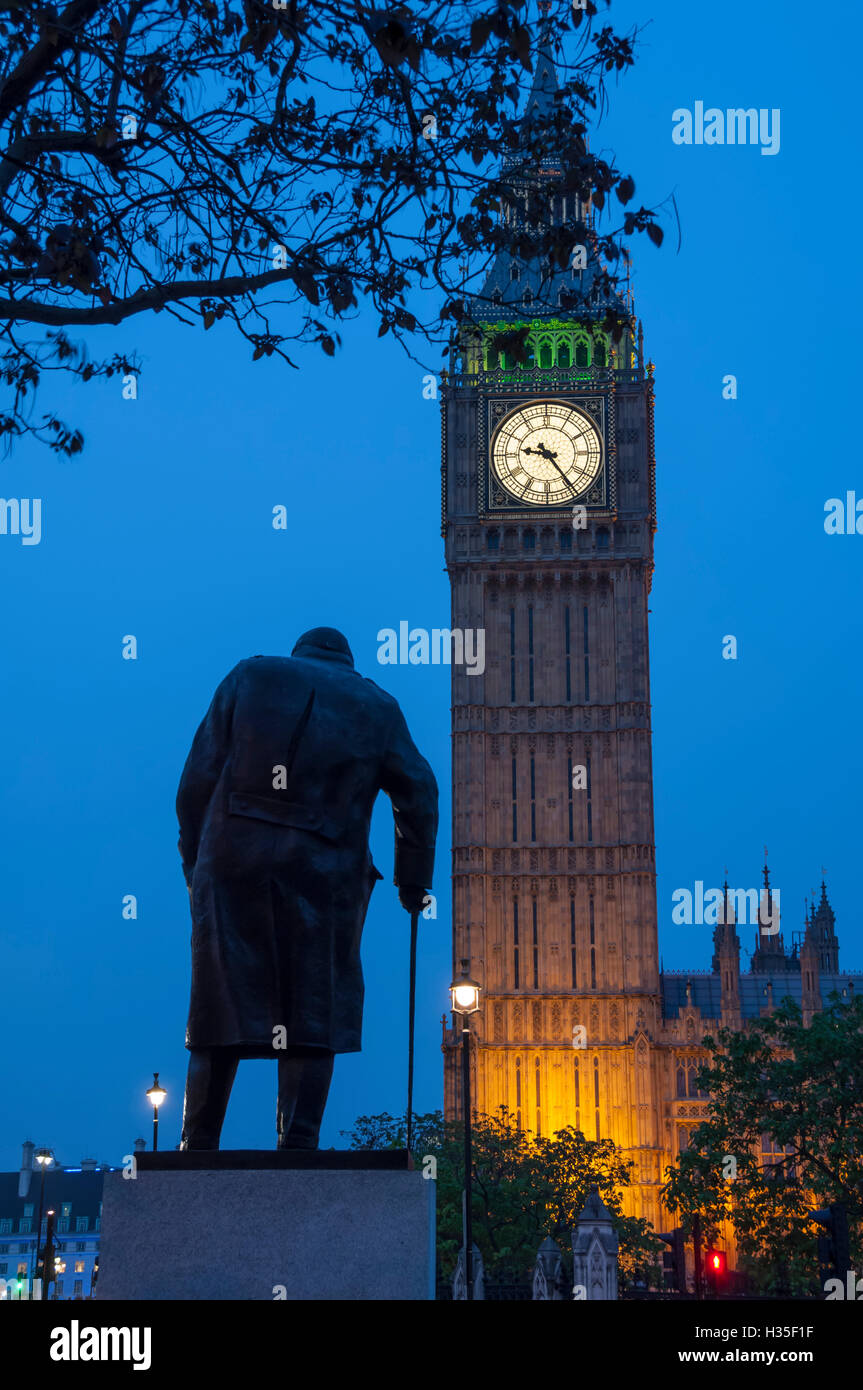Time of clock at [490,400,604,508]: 9:23
